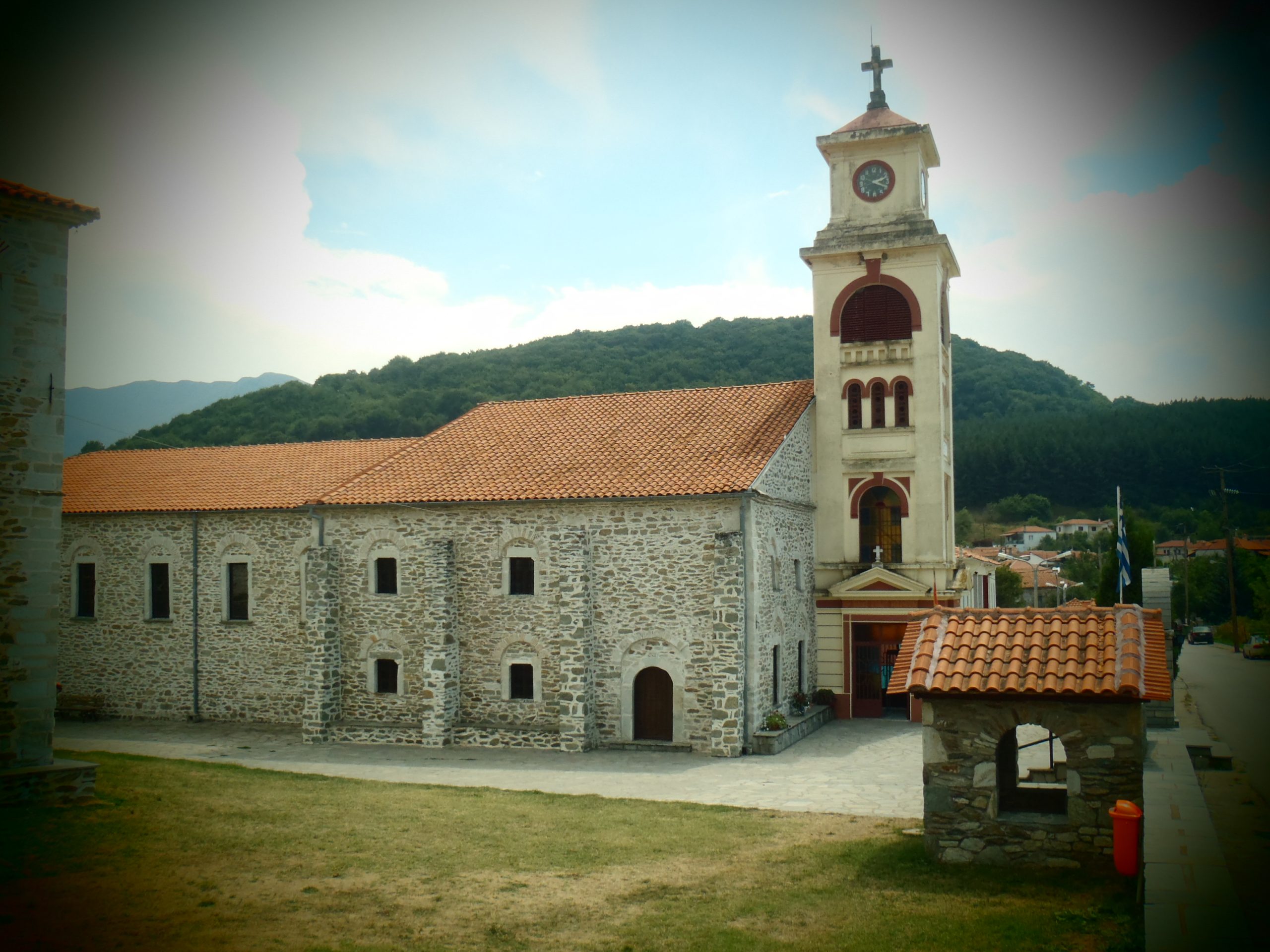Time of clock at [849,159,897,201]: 2:19
